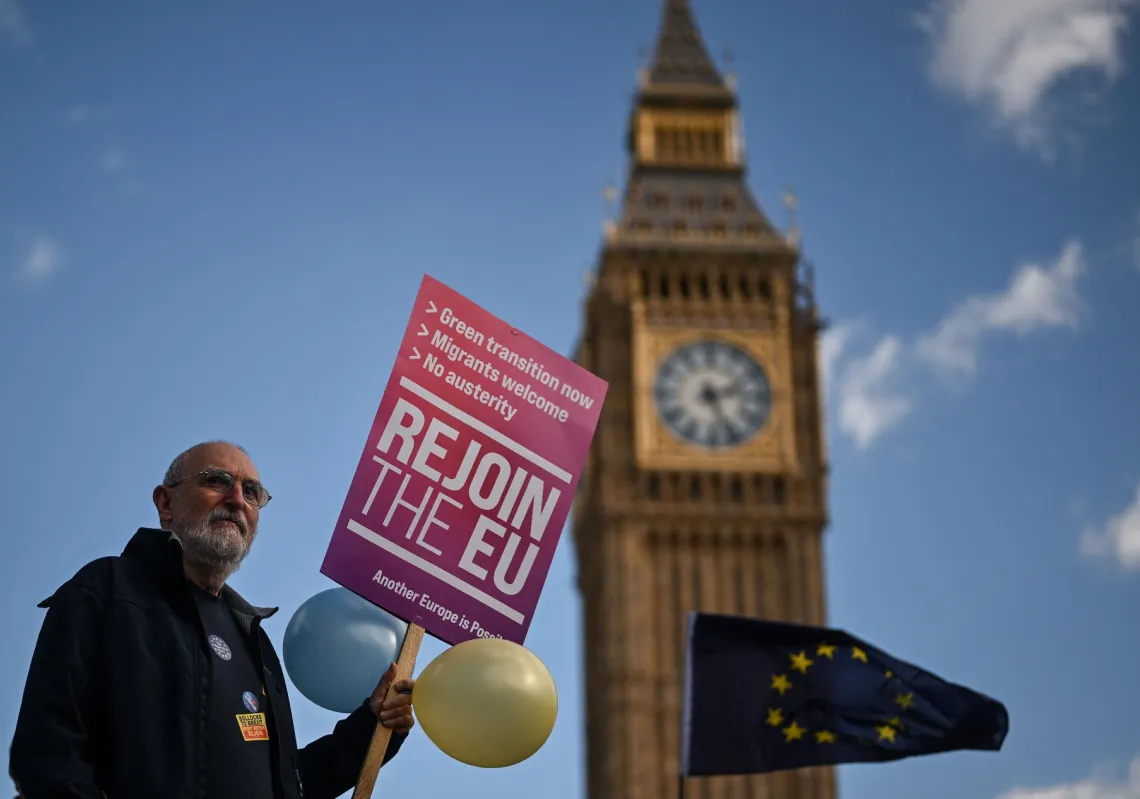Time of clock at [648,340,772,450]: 2:26
